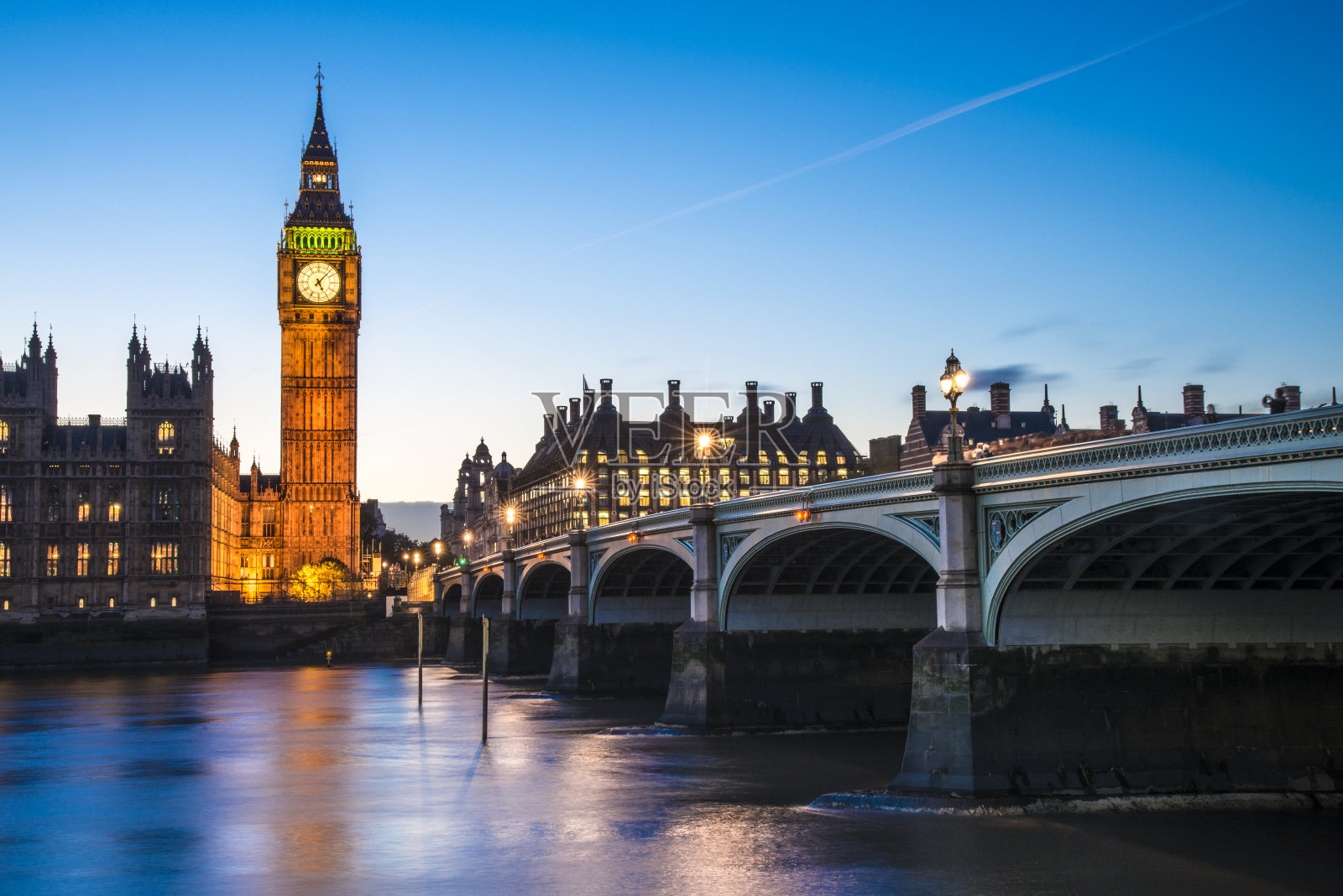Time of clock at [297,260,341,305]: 5:07
